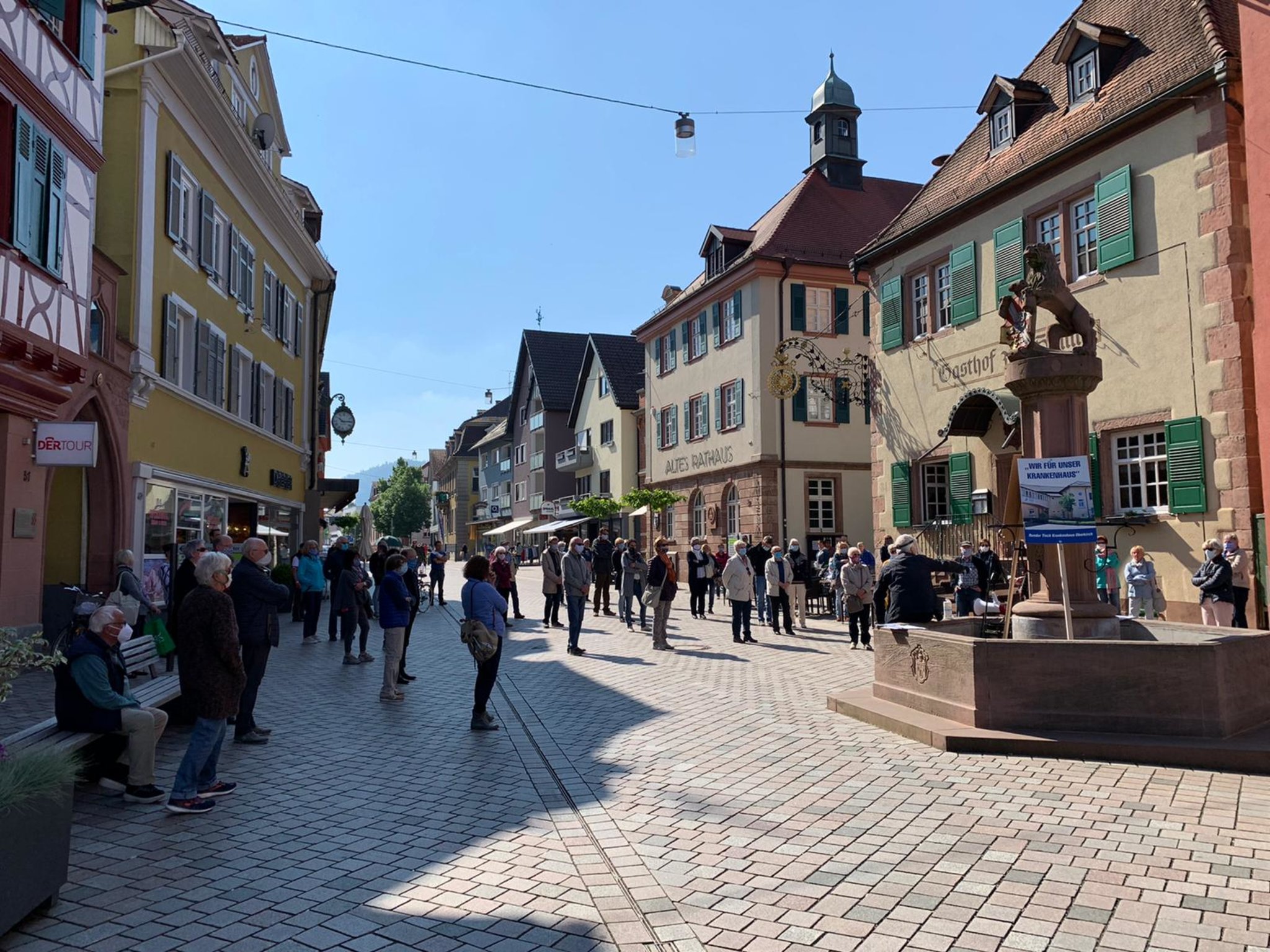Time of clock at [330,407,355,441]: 10:14
